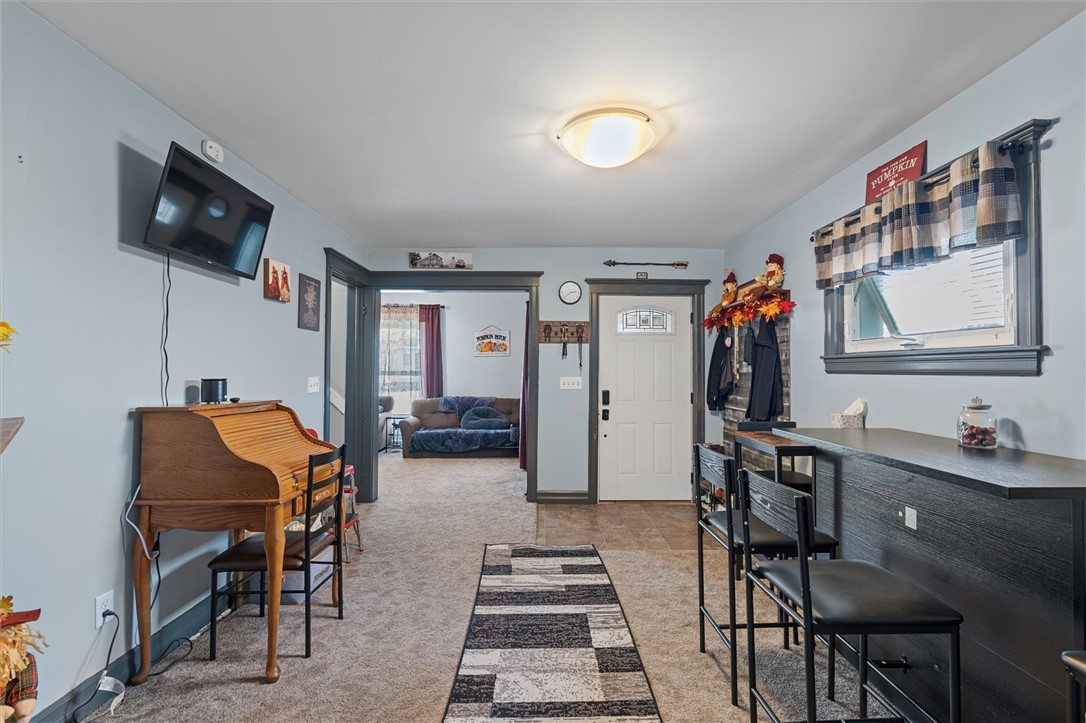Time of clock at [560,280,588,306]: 2:38
